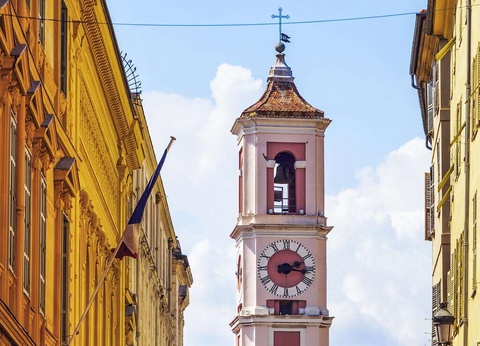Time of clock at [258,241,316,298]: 2:16
